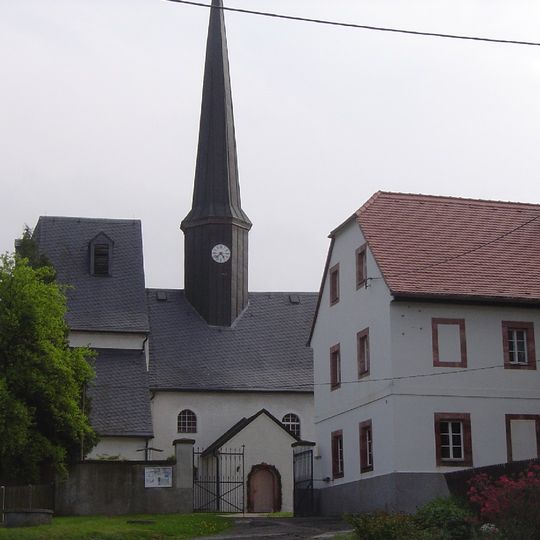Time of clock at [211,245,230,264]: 4:37
